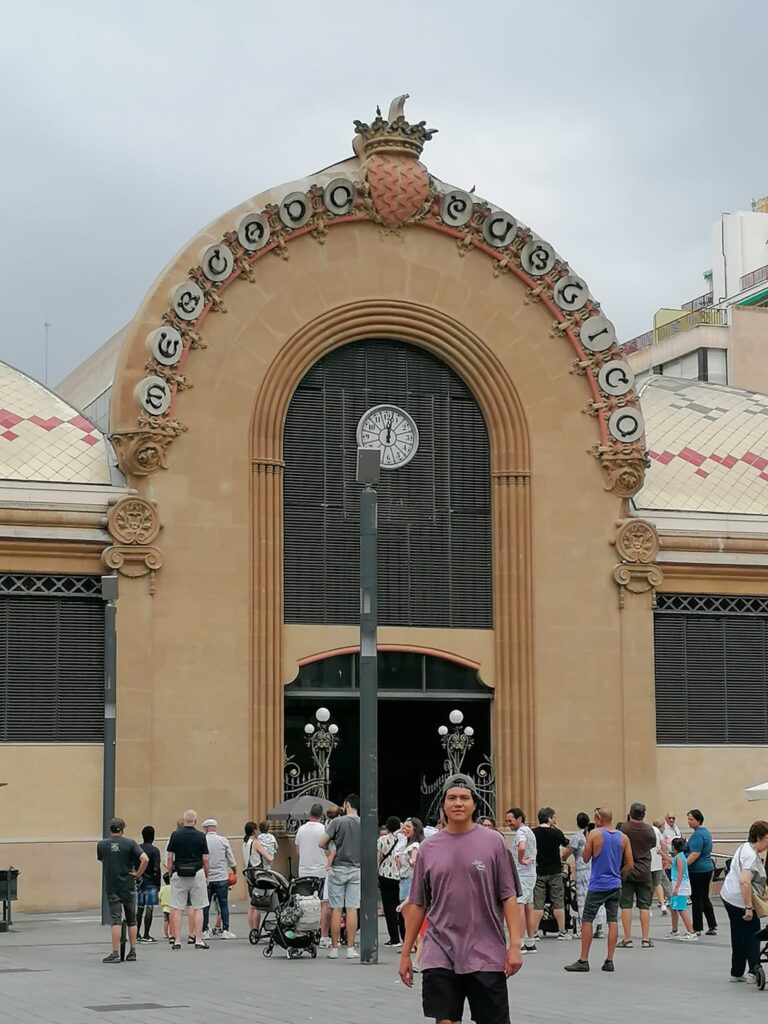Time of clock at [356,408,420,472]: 12:02
